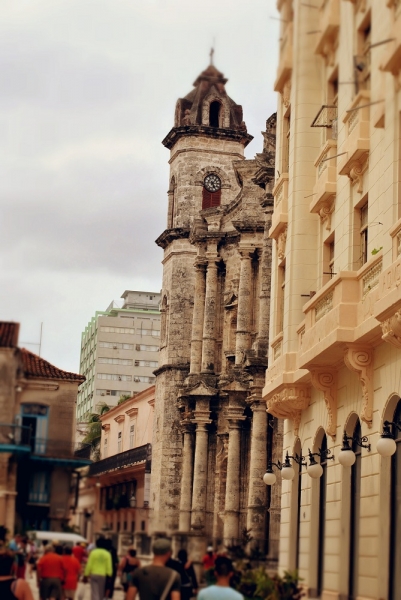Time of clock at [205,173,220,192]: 5:06
